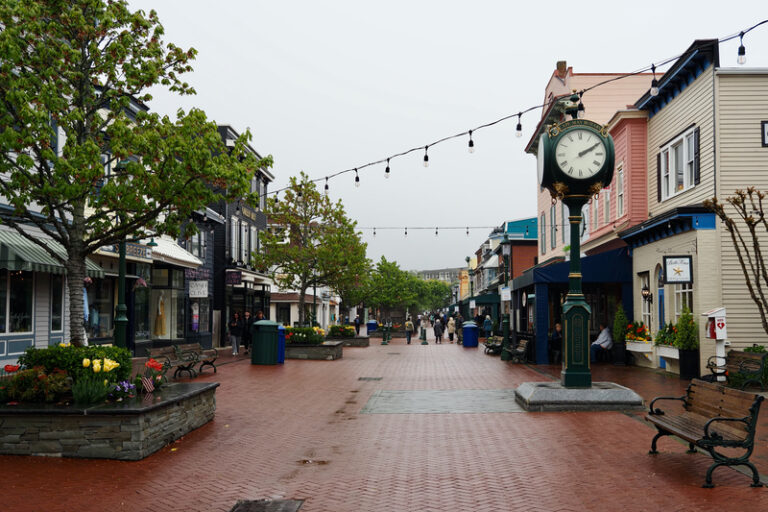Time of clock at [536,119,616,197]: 2:10
